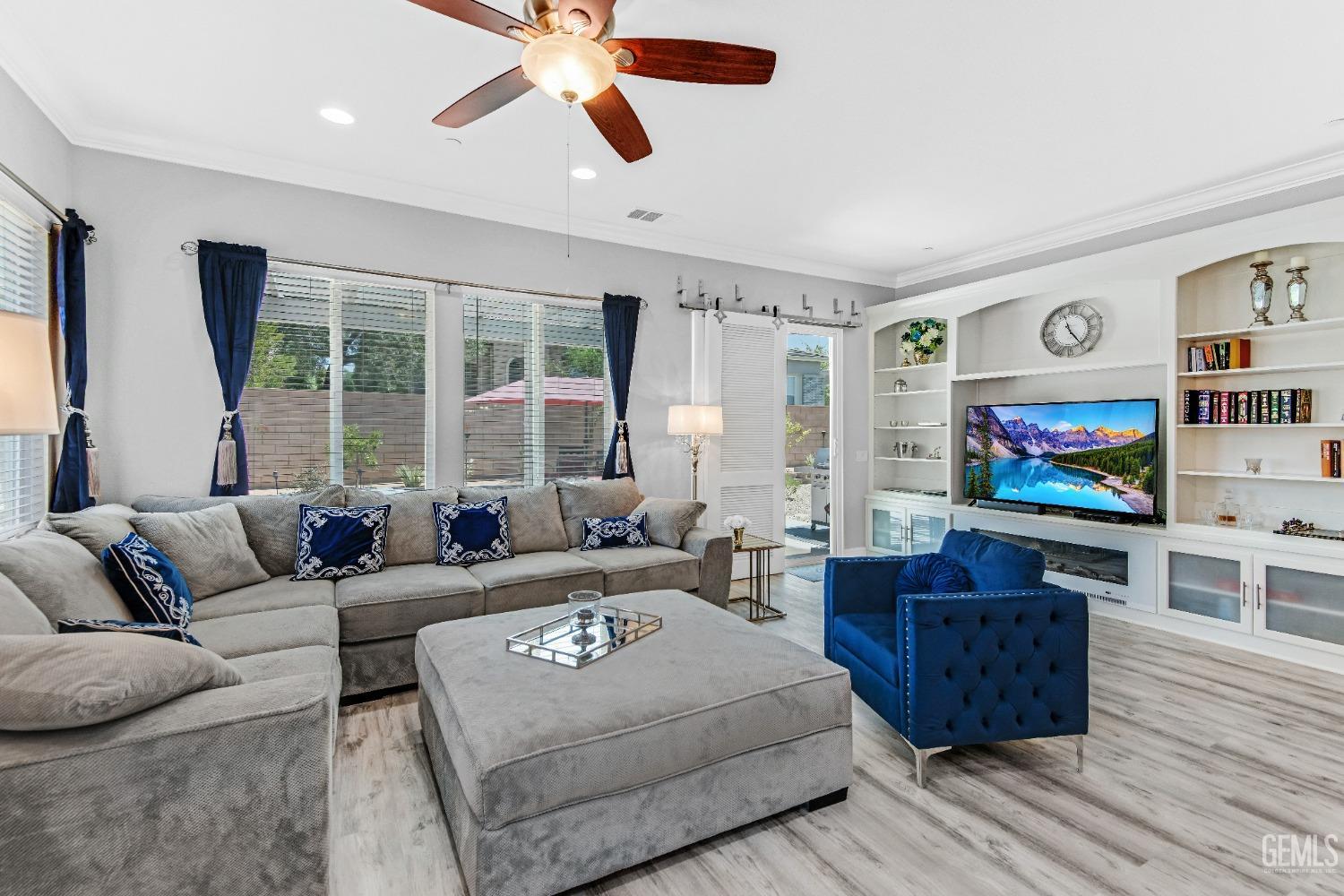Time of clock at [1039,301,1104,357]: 11:24
